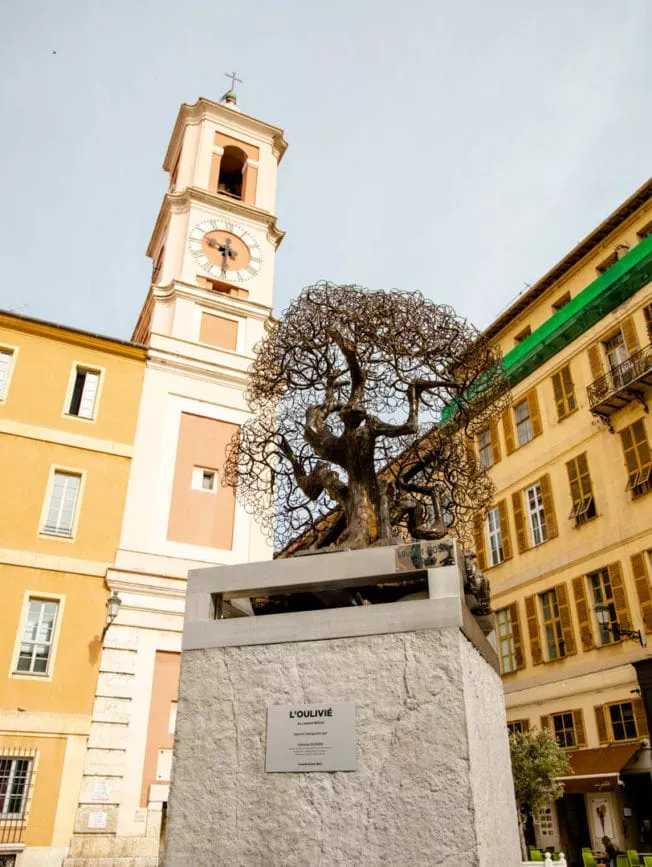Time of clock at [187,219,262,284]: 9:30
